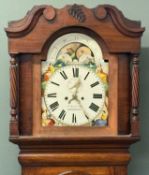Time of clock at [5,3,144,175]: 12:24
